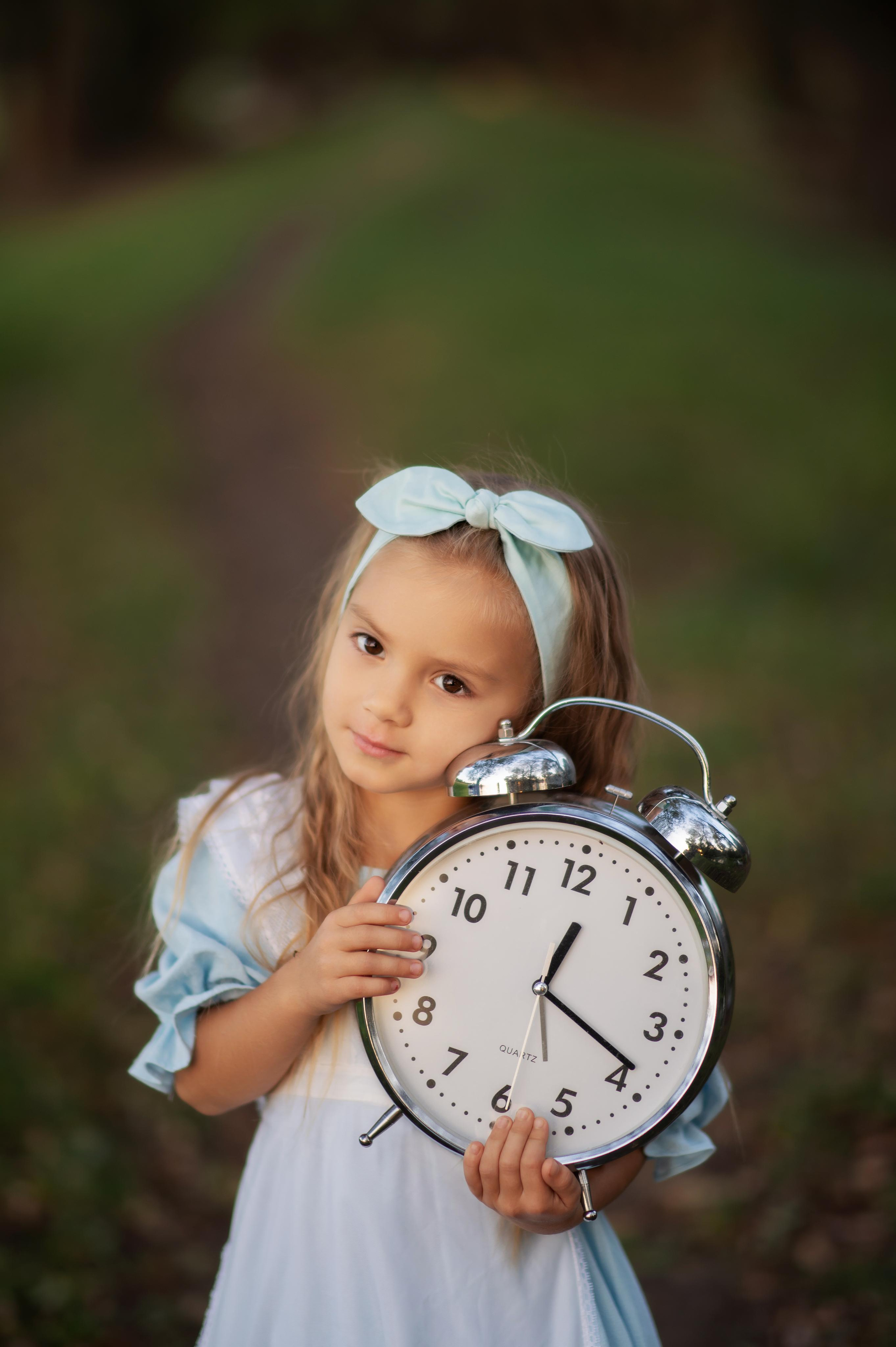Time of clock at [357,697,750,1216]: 12:18
